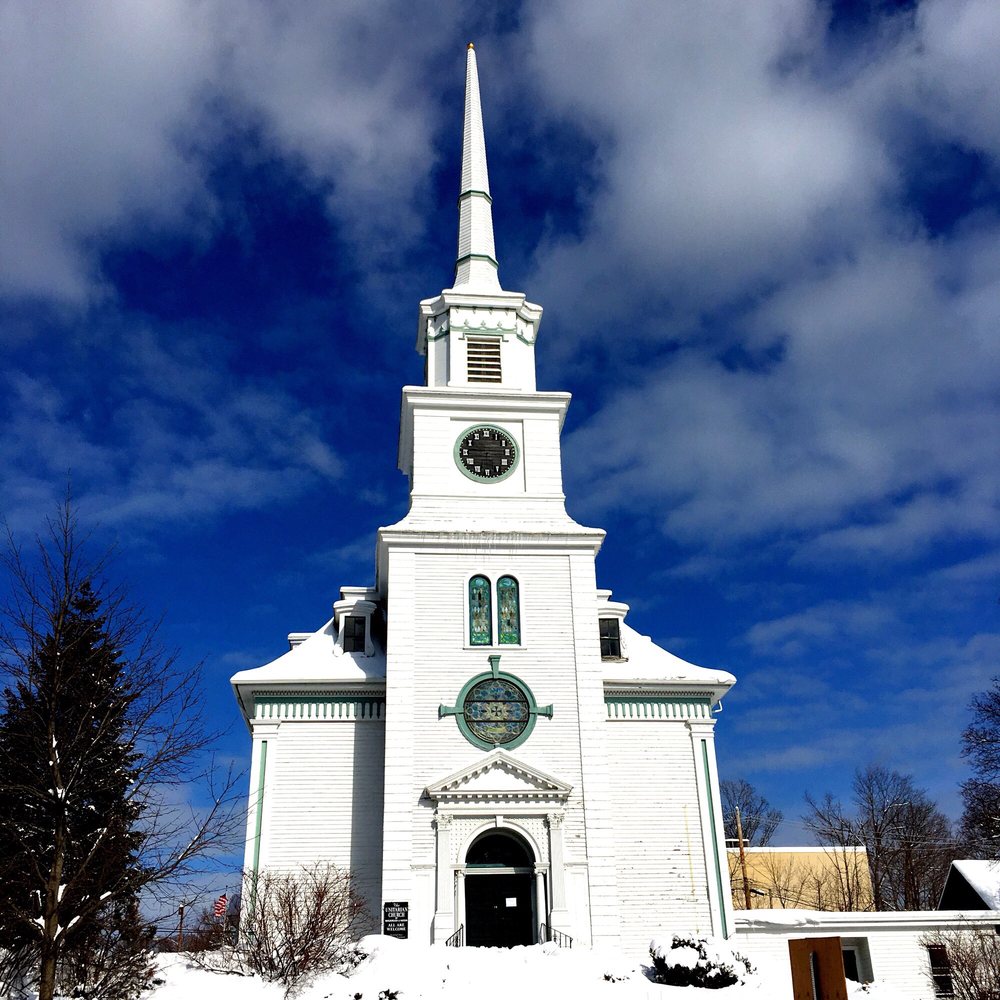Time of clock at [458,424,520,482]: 2:46
